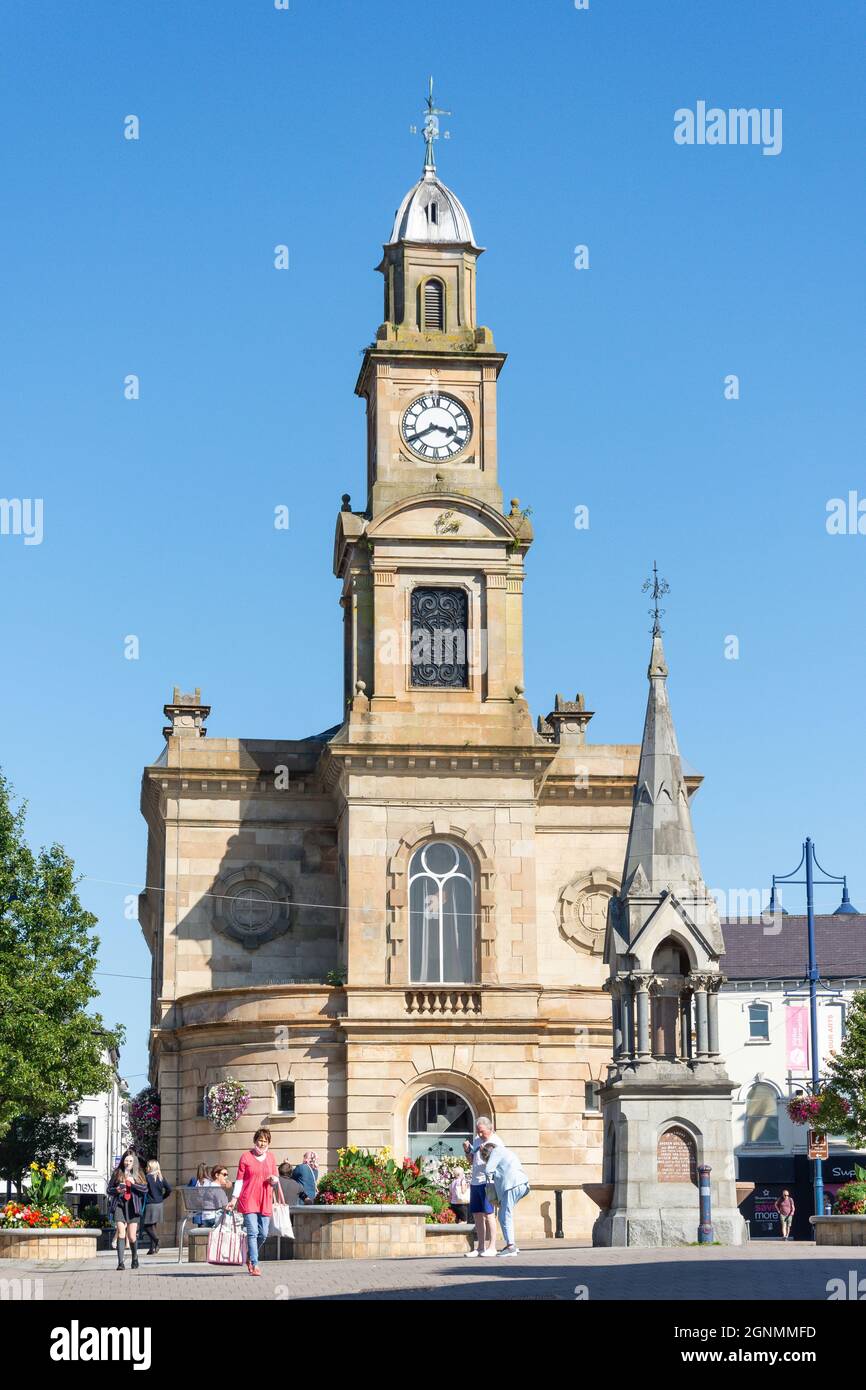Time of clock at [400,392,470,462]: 3:40
